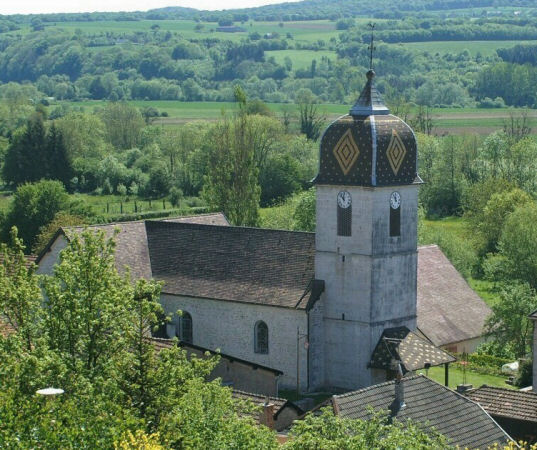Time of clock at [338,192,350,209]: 11:52
